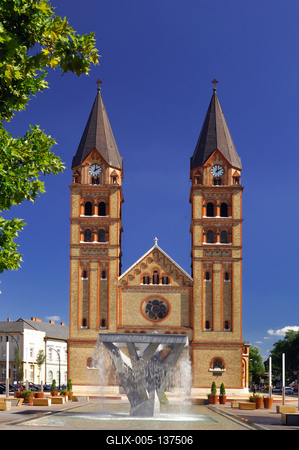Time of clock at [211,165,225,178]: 2:00
